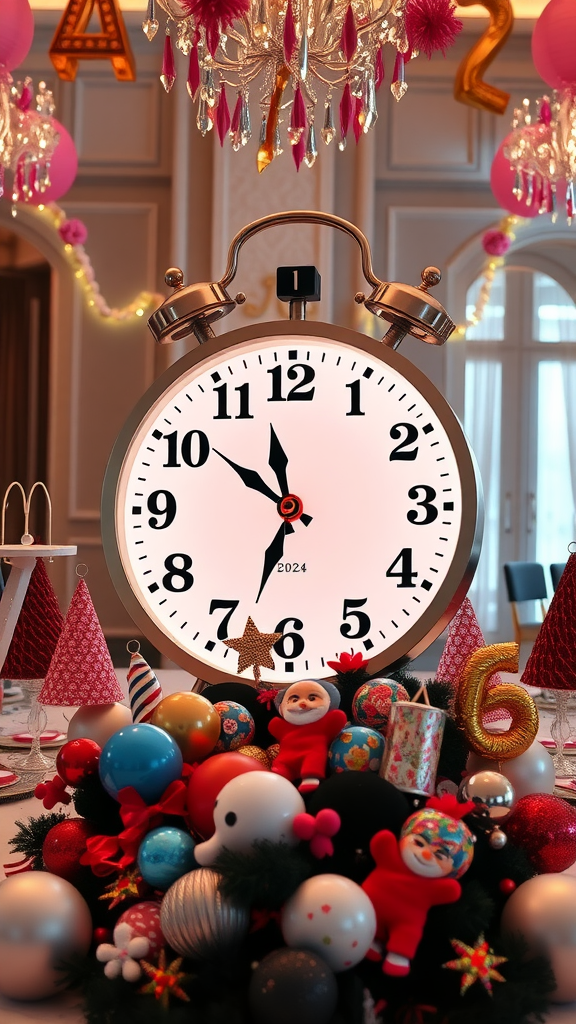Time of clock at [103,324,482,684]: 11:33
